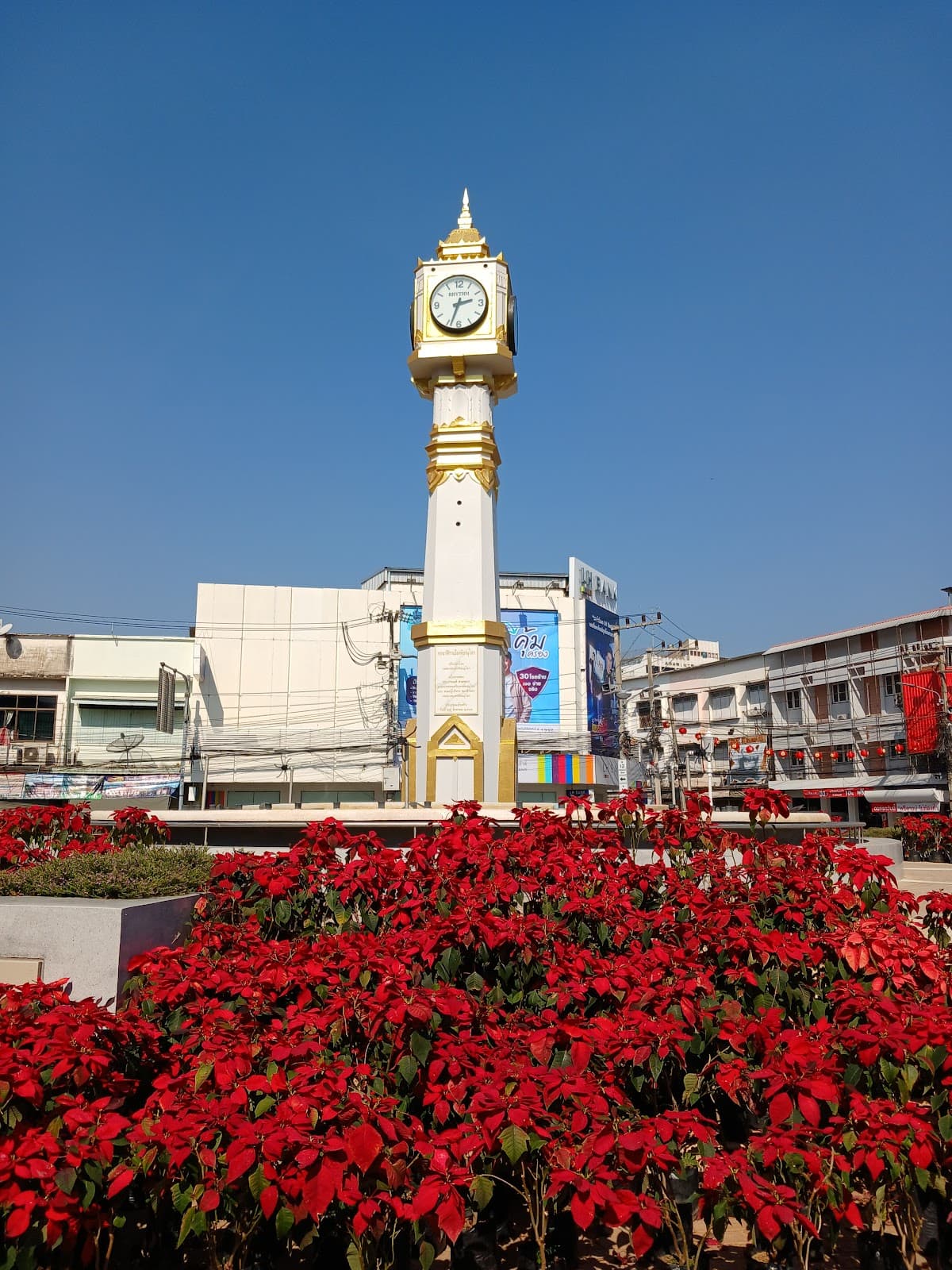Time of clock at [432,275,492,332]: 2:33
